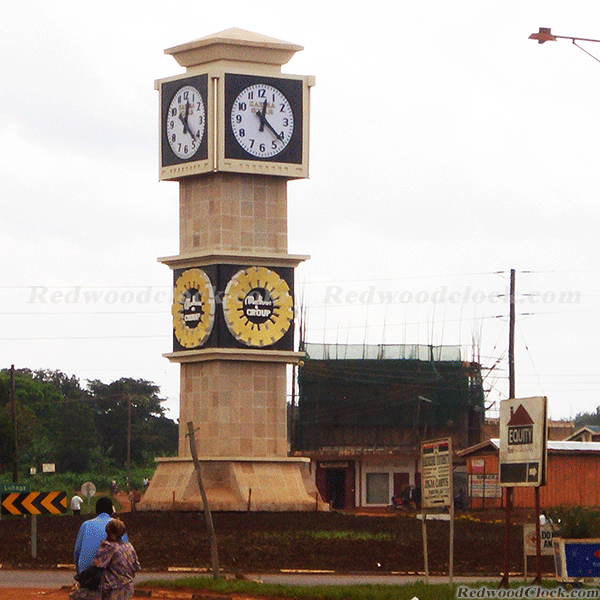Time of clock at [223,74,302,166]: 12:21
